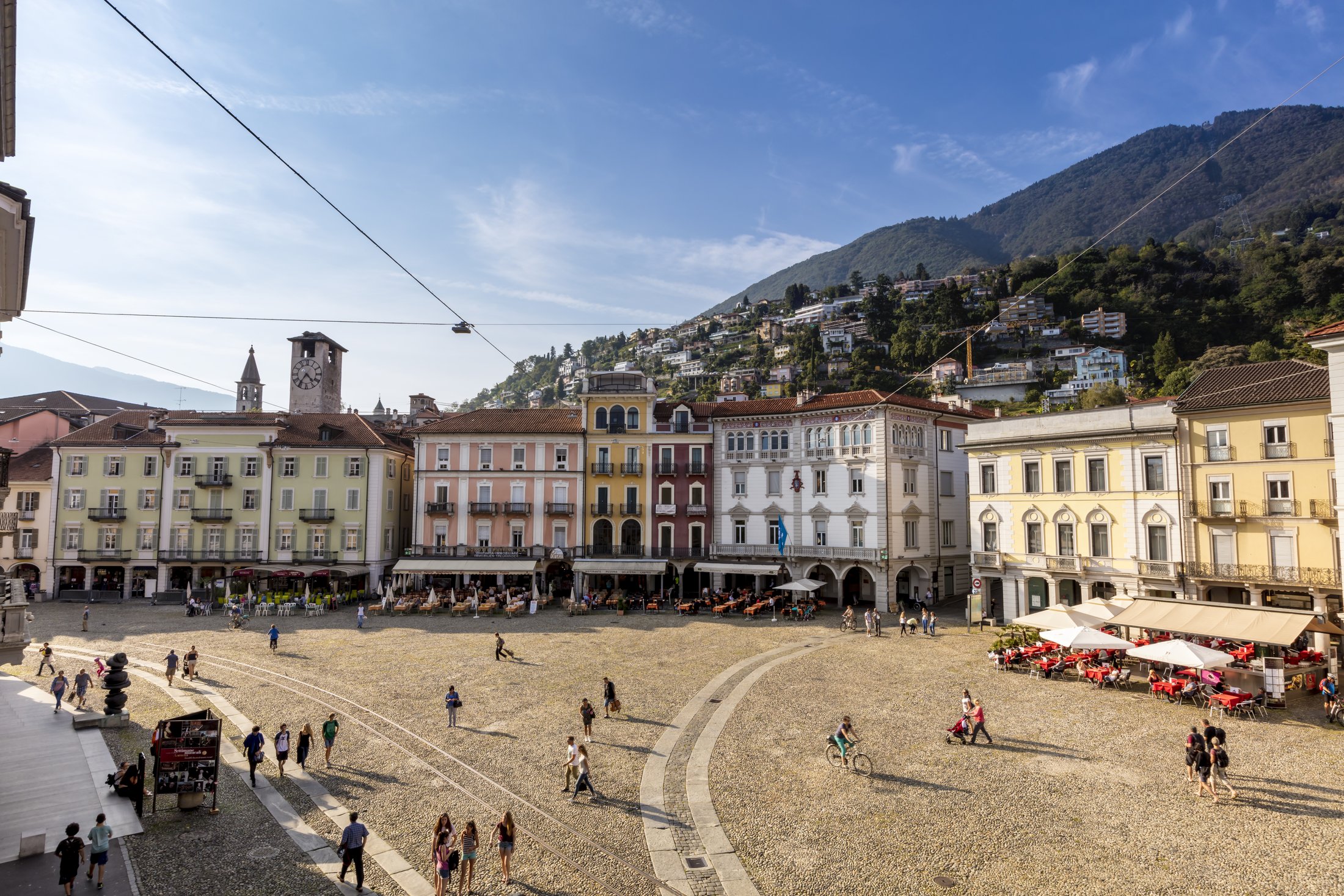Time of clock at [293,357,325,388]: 4:35
